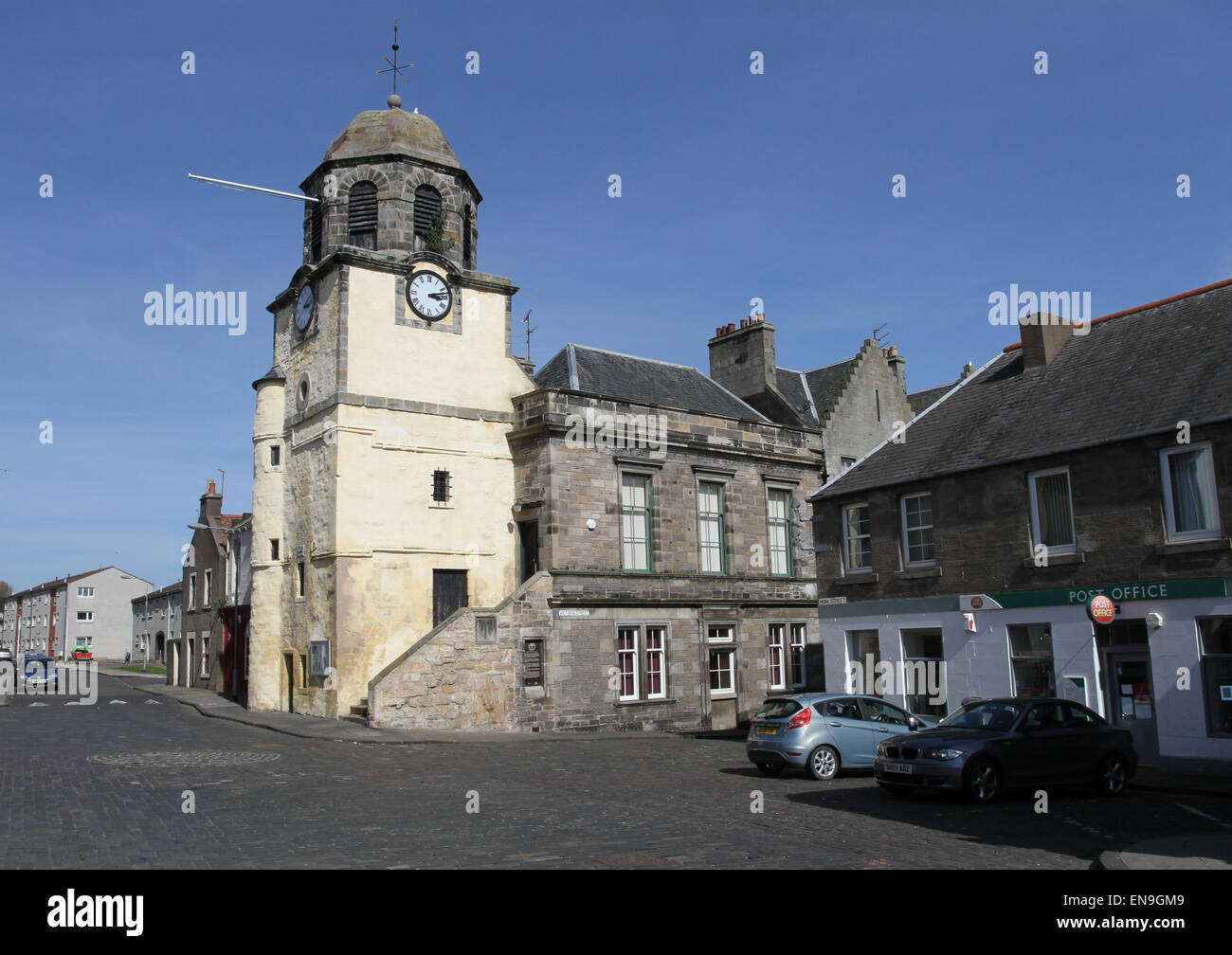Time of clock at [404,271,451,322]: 3:12
